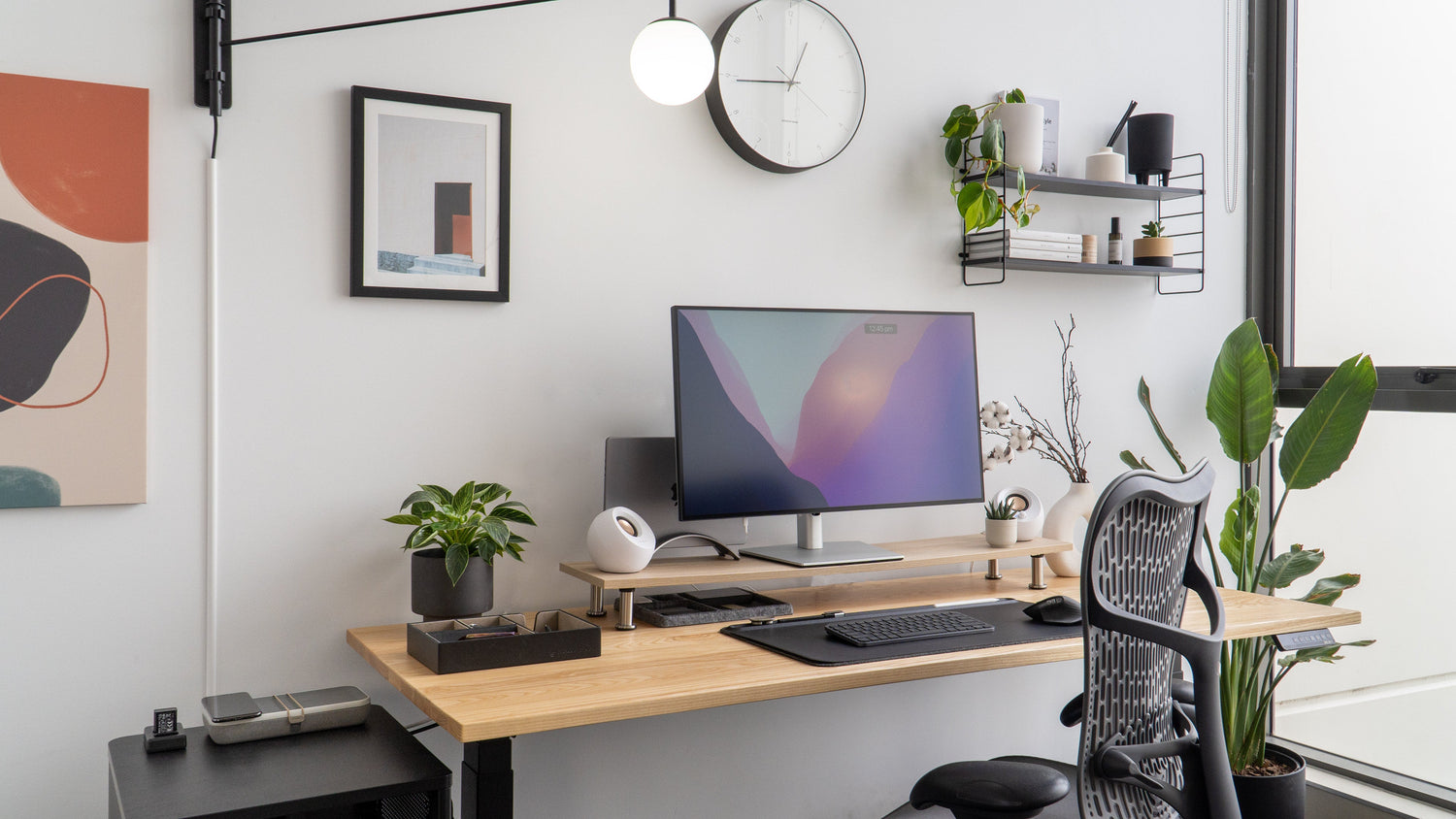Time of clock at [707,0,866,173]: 12:44
